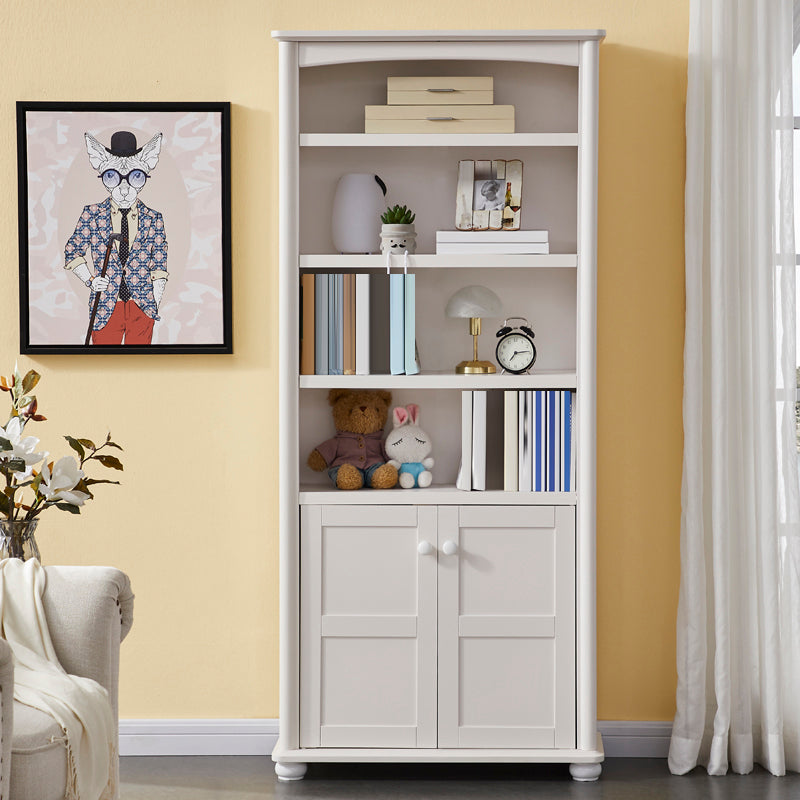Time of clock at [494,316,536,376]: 7:14
